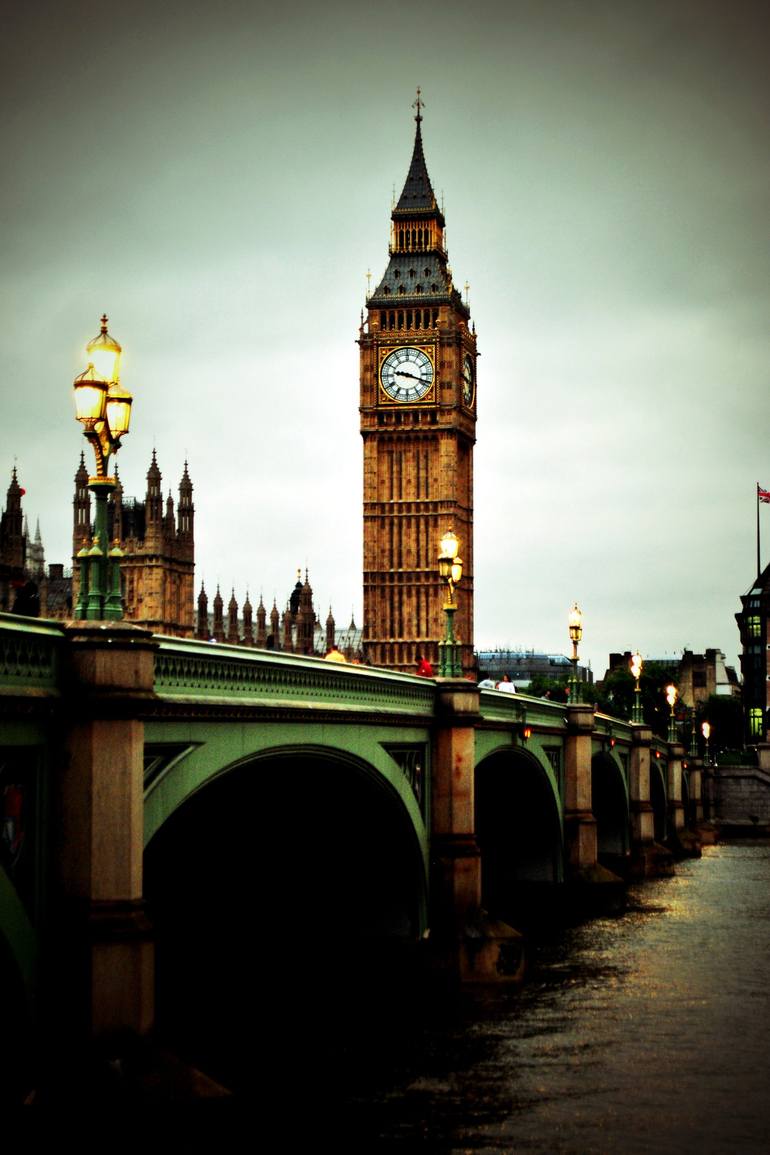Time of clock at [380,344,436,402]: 9:18
